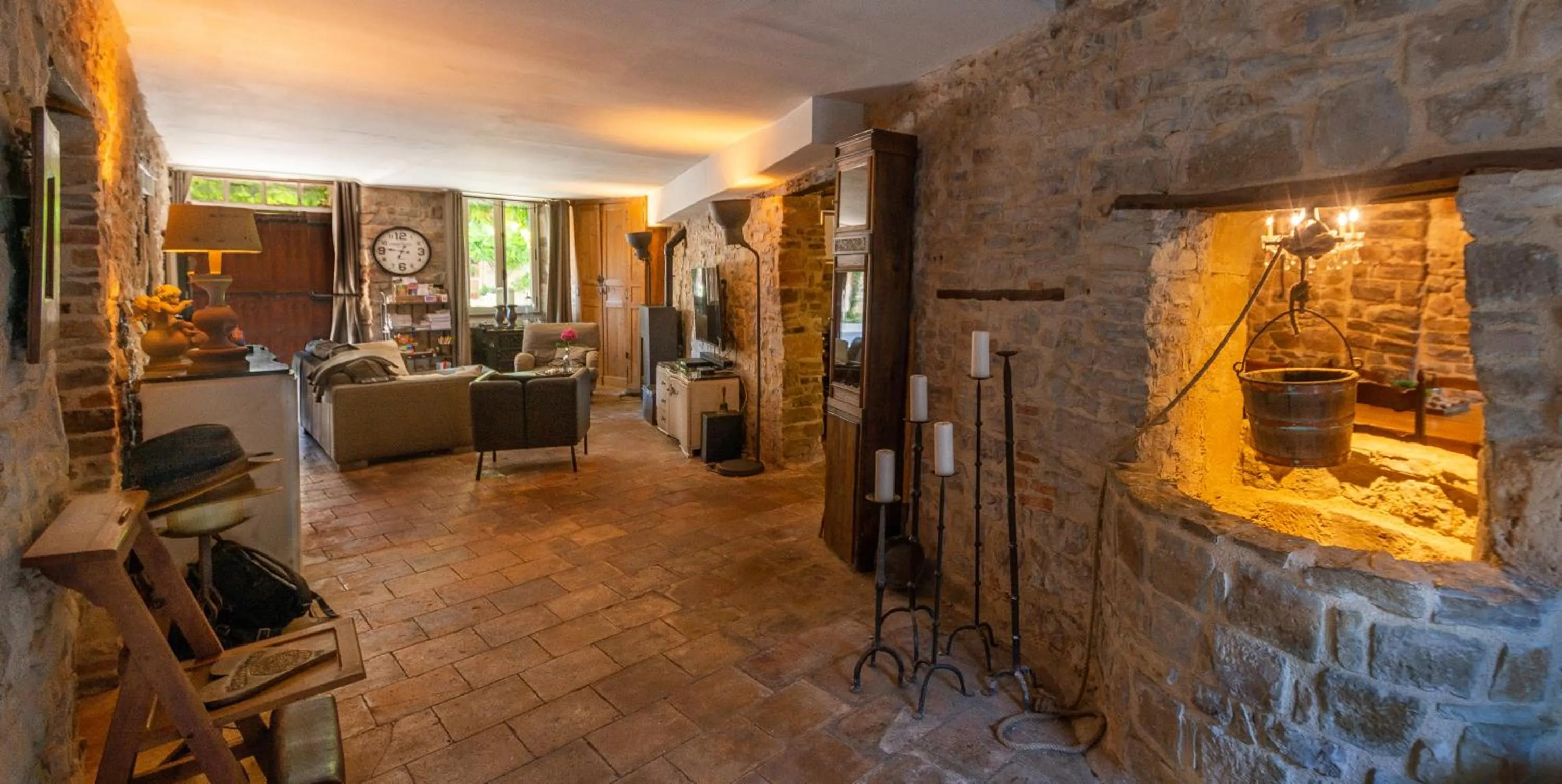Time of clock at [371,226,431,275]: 6:46
